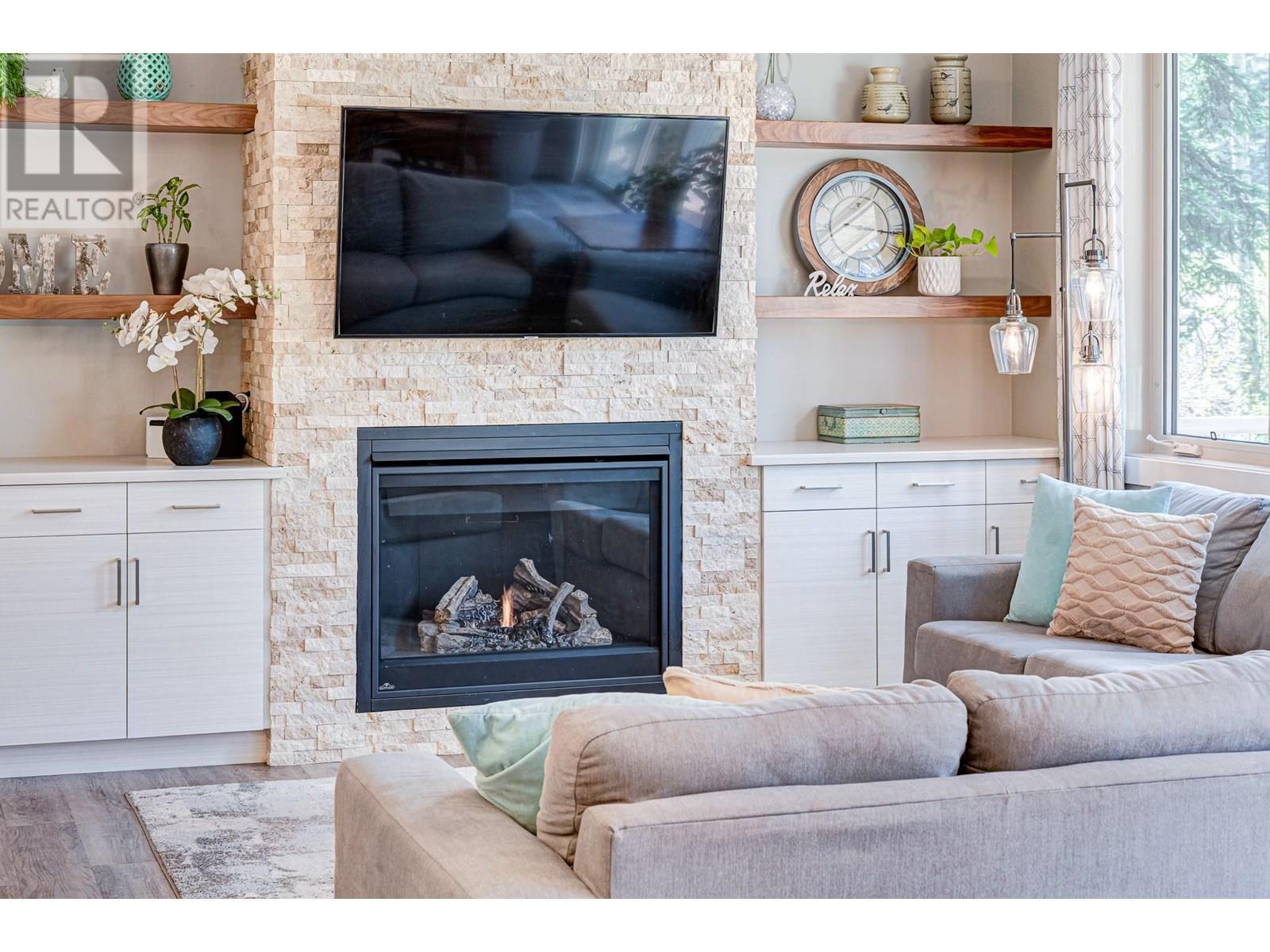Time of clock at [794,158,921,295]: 1:16
